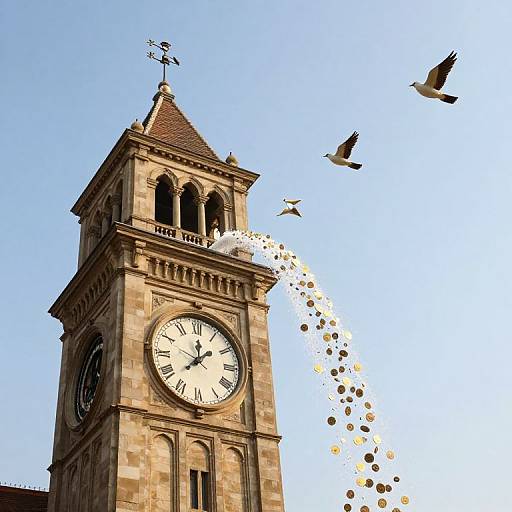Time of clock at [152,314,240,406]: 12:07
